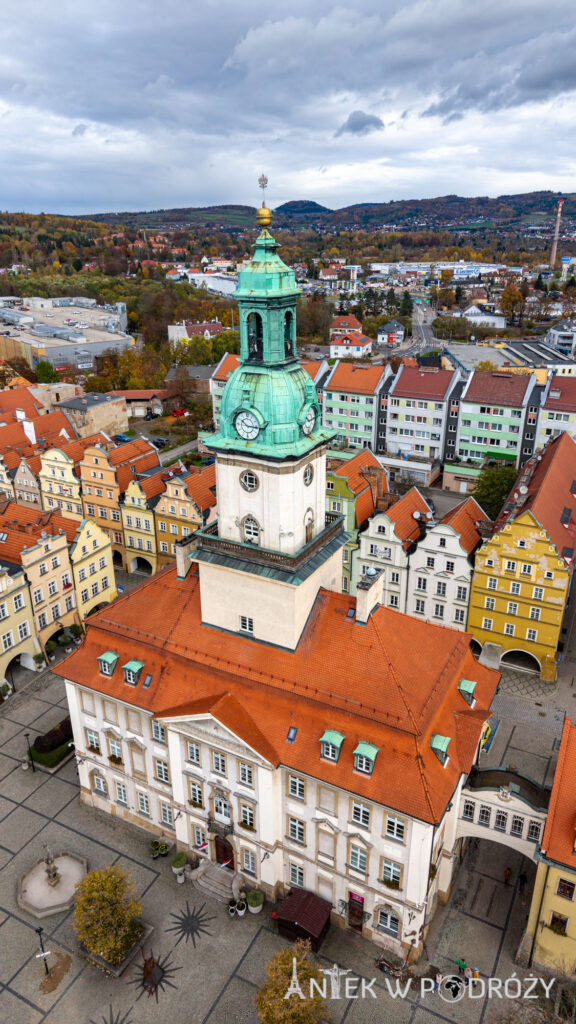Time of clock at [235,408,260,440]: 10:15
